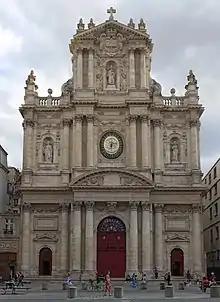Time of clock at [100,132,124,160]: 6:13
